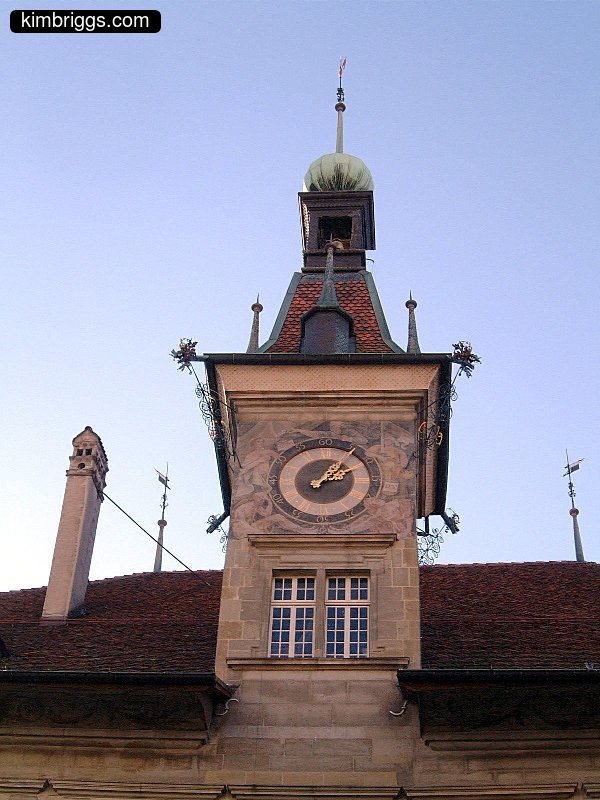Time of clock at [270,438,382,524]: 2:06
